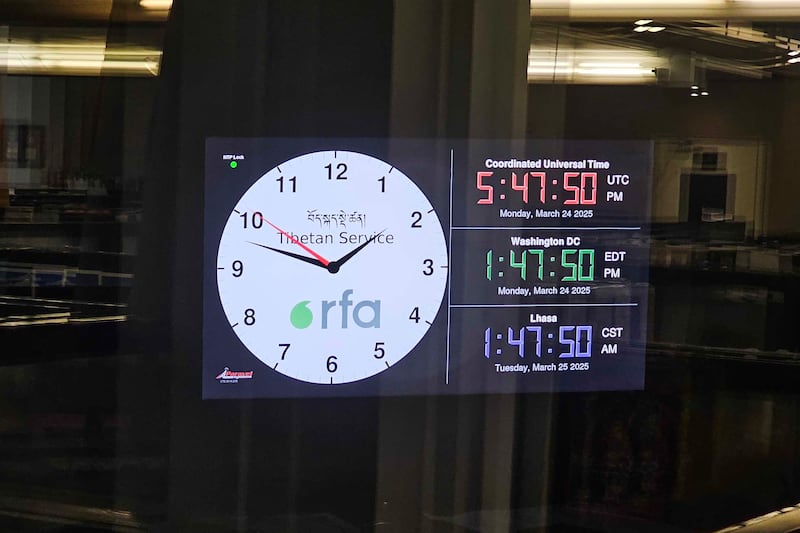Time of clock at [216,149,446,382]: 1:47
